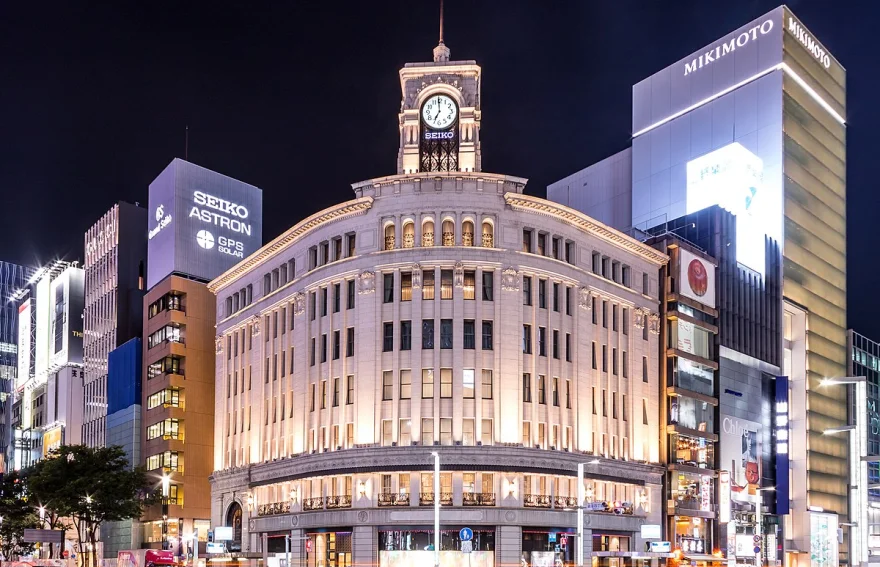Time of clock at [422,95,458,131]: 6:59
